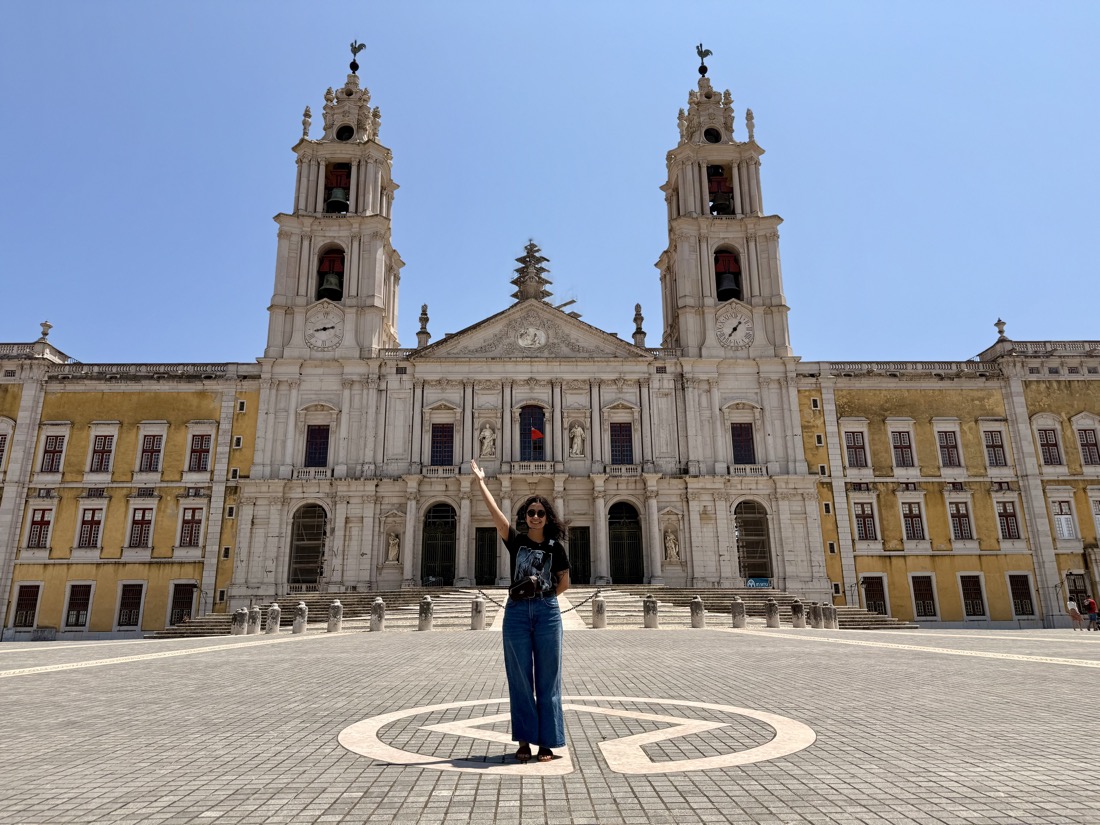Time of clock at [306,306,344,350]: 2:43
